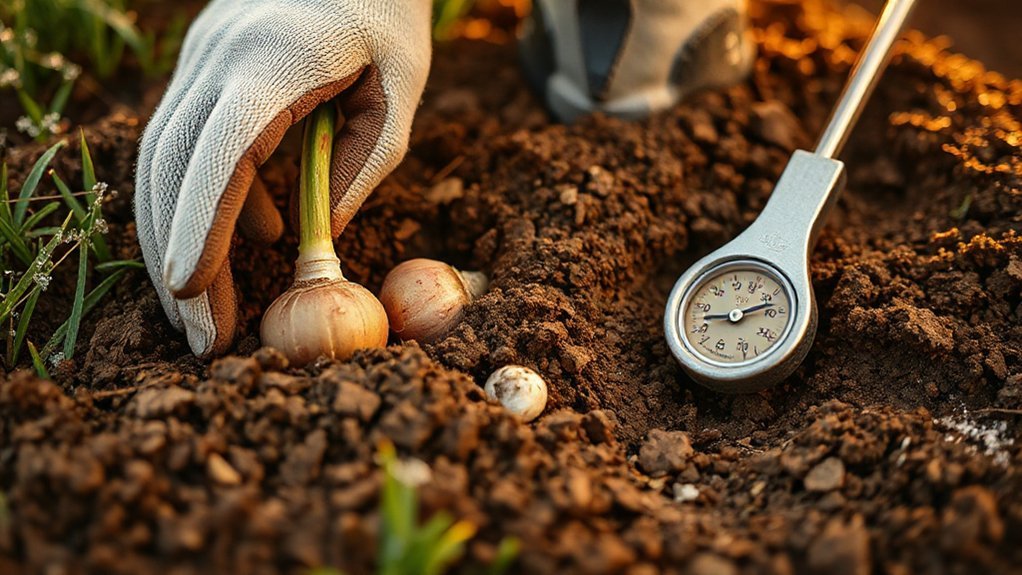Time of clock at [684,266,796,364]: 9:12
